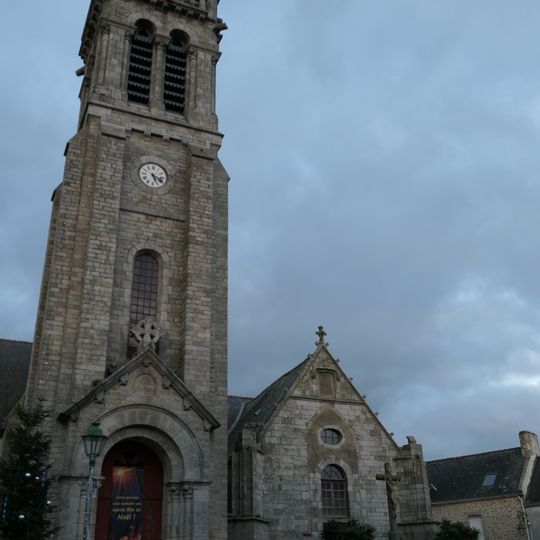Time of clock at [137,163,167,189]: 5:18
